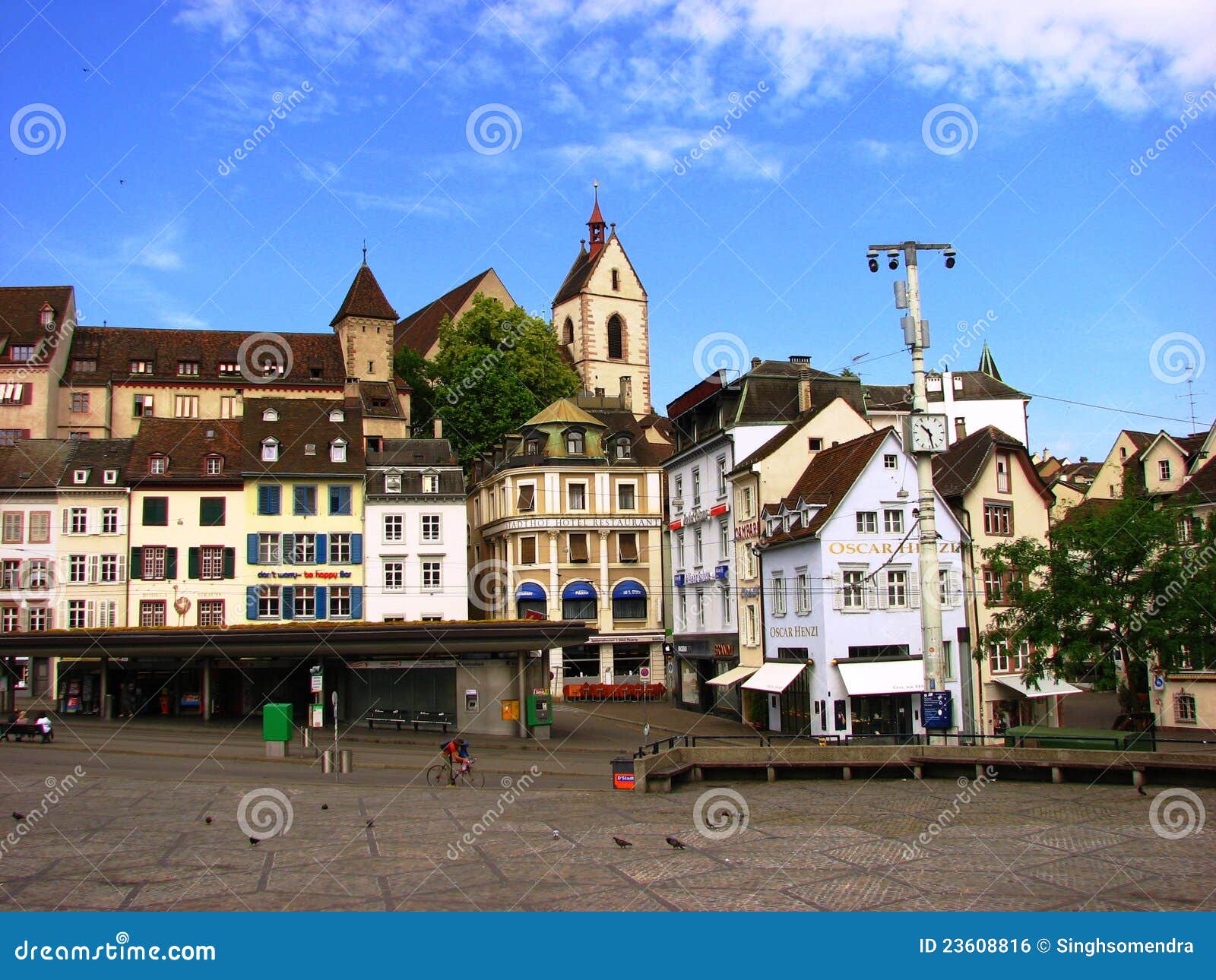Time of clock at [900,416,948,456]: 10:28
